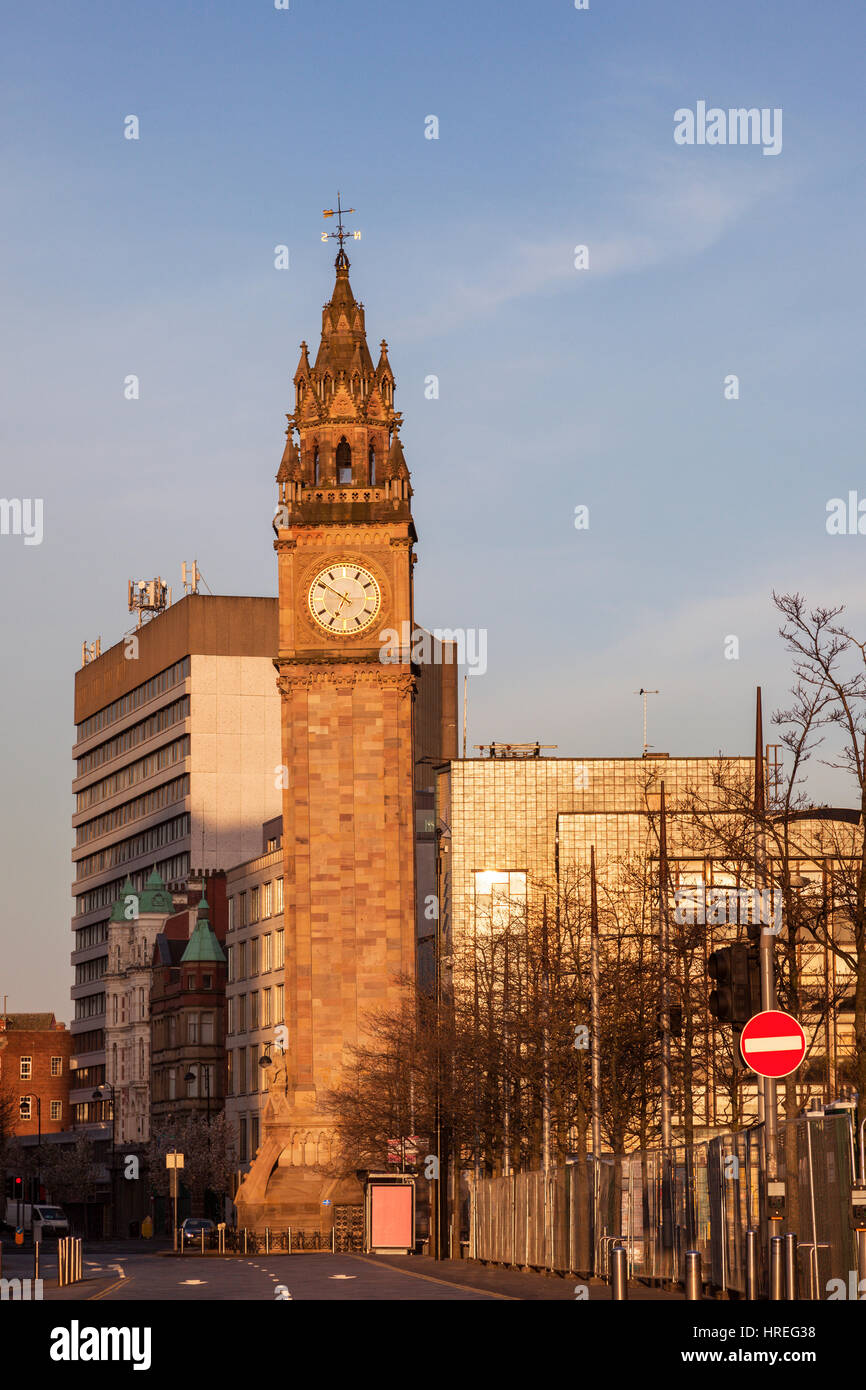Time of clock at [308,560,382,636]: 6:50
